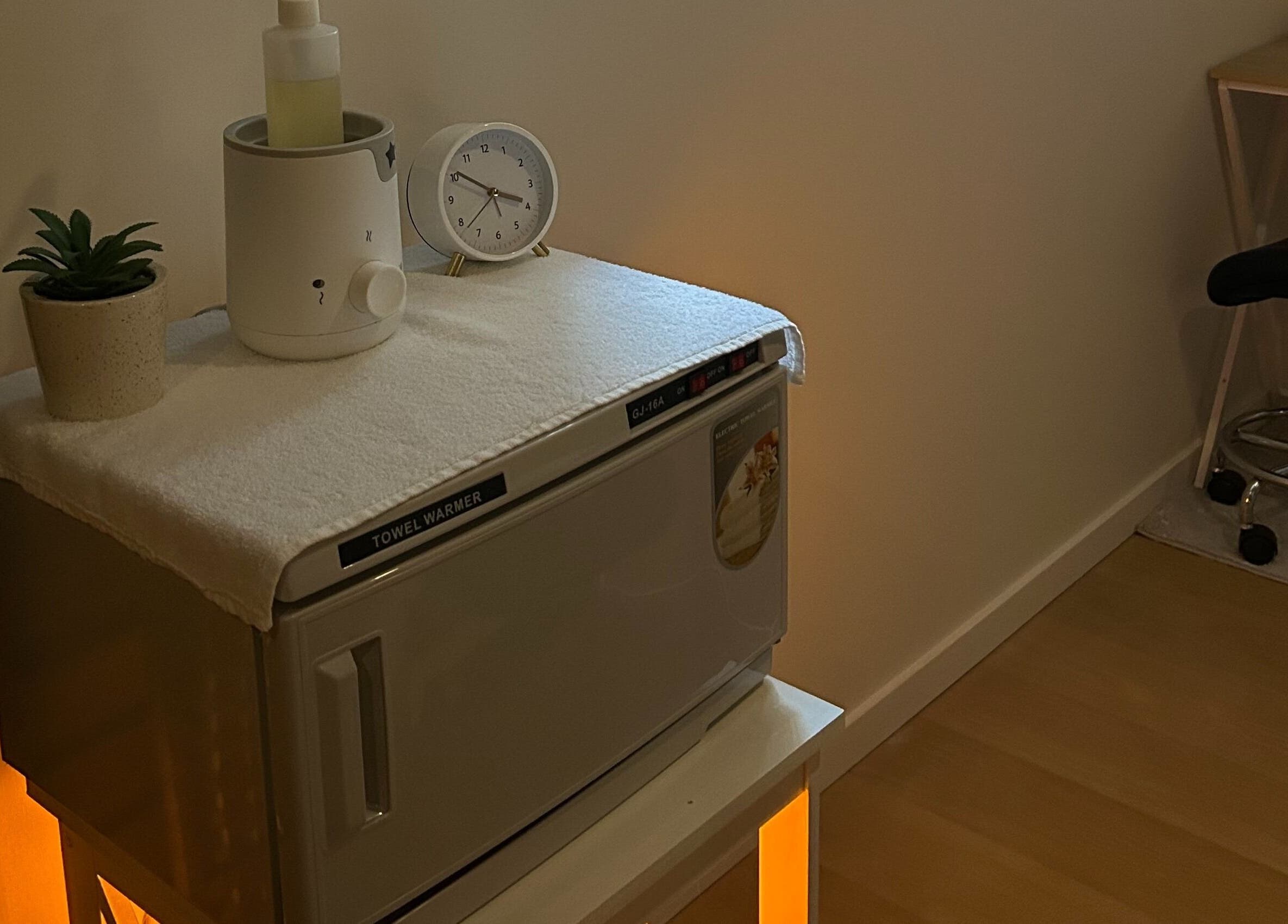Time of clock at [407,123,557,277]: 3:50
